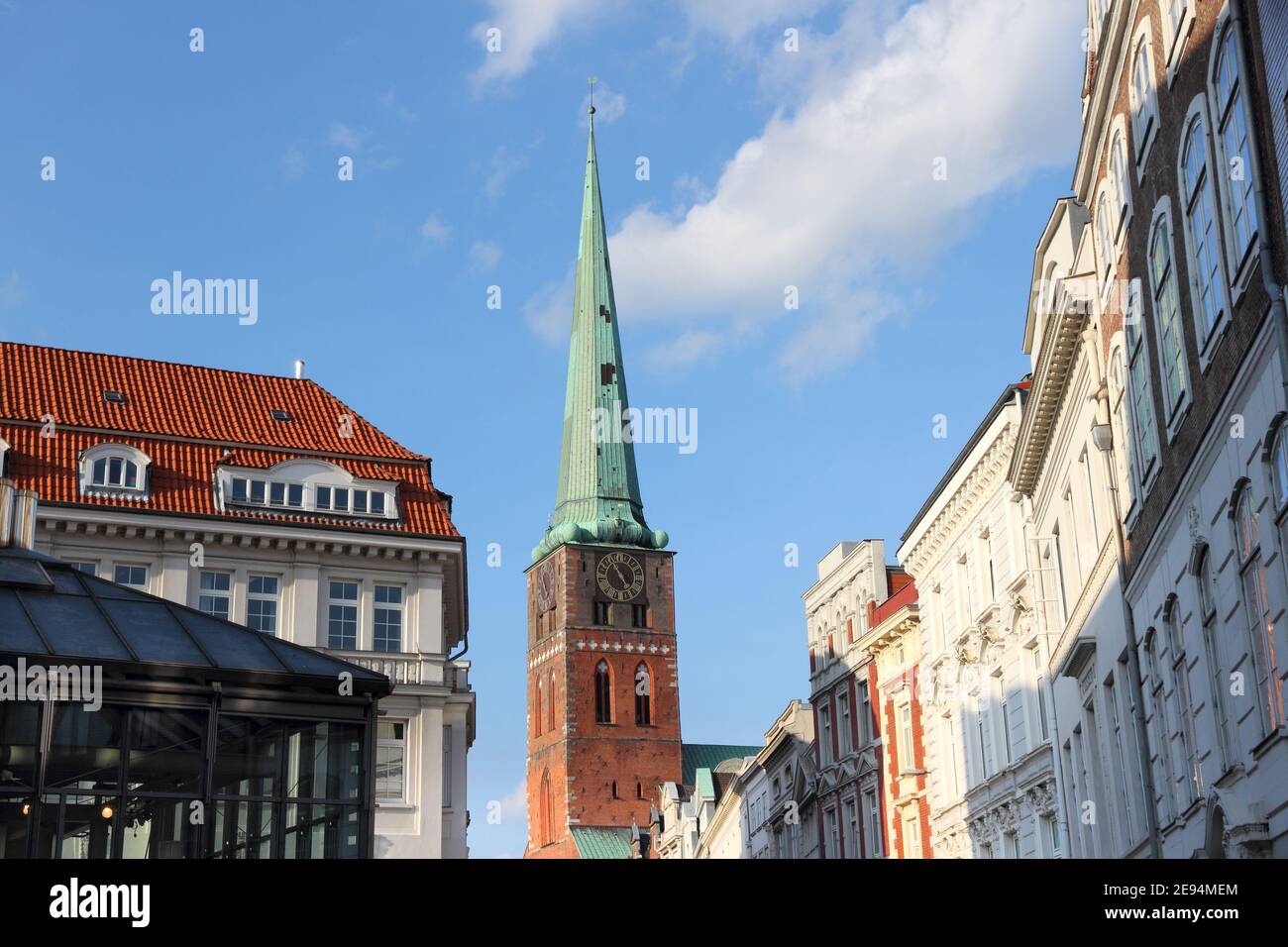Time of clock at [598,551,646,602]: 4:54
